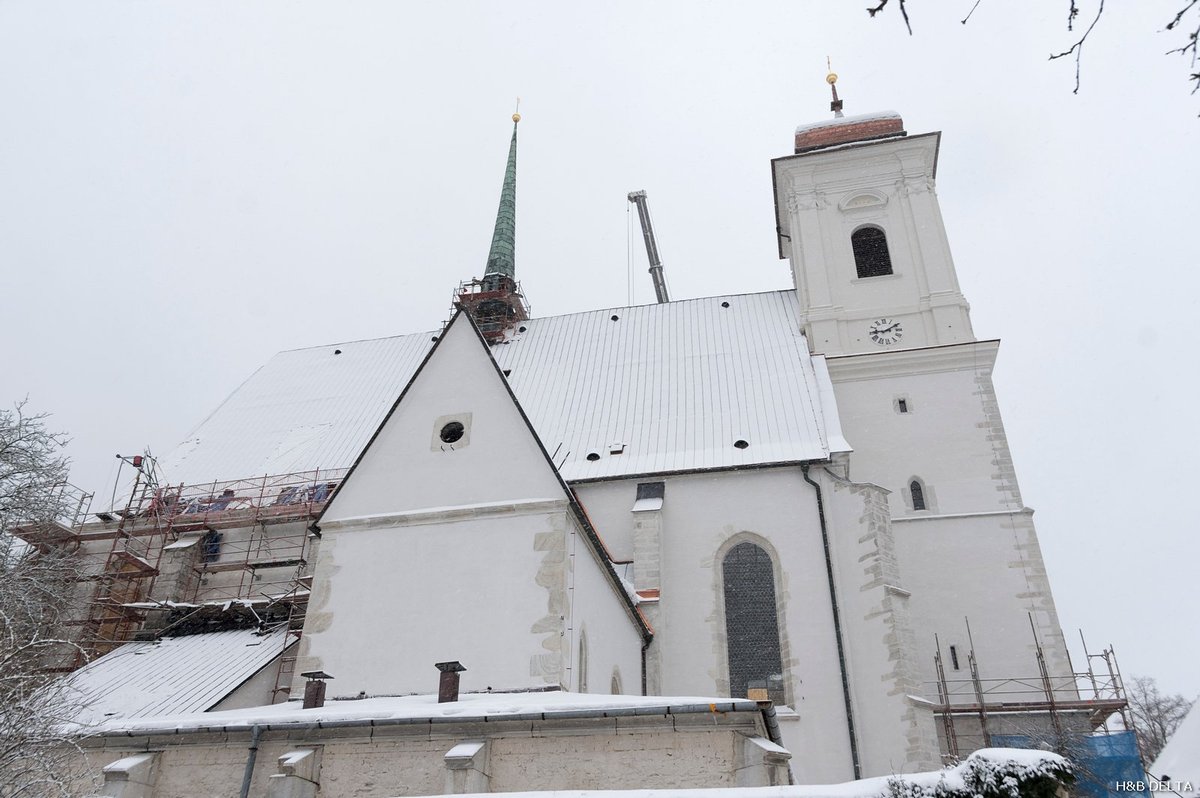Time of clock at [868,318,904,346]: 9:10
